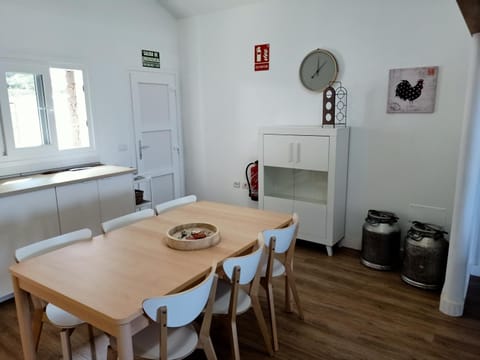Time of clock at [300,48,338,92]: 12:07
